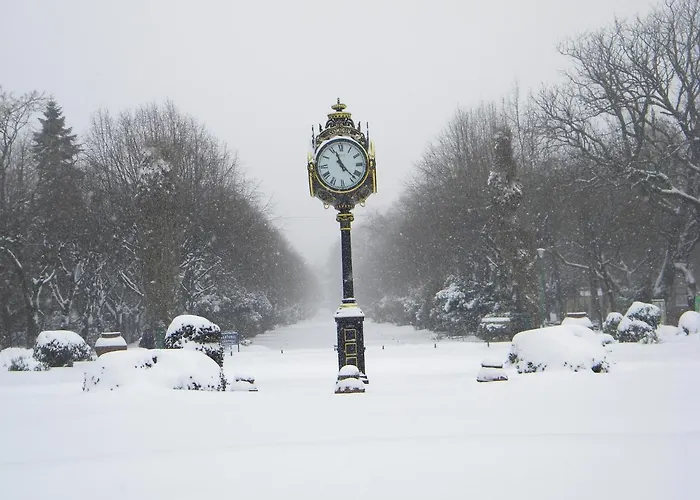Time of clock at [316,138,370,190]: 11:22
